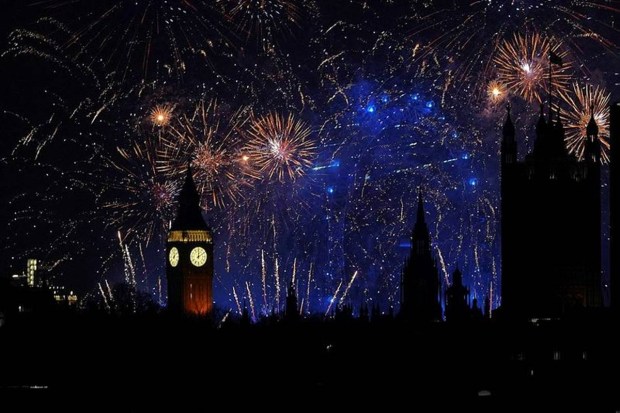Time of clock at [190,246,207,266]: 12:09
